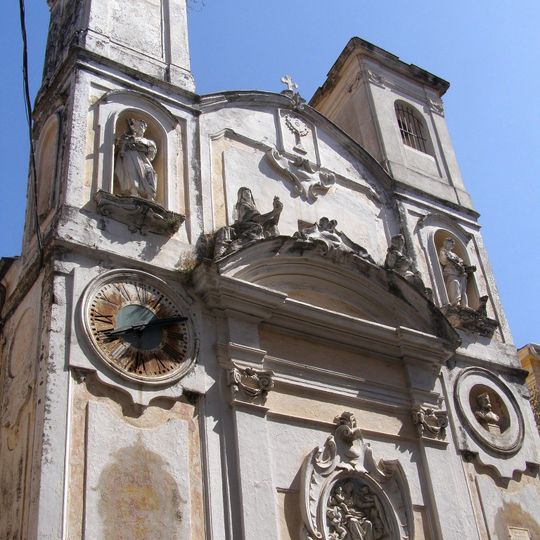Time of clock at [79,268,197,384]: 8:06
